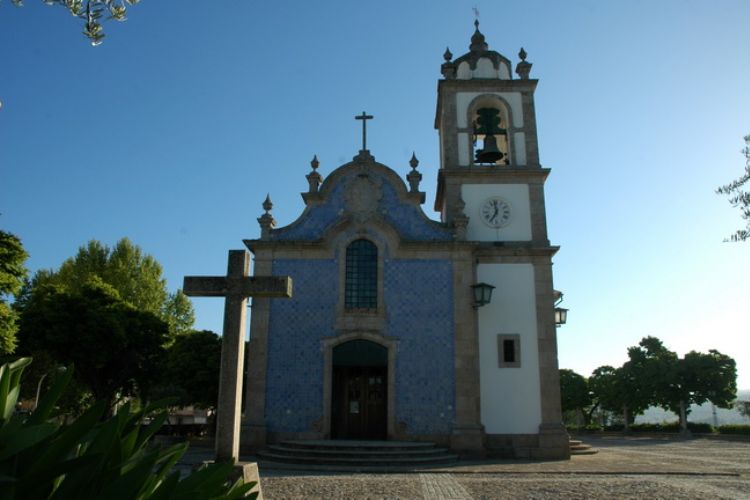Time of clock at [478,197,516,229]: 6:58
